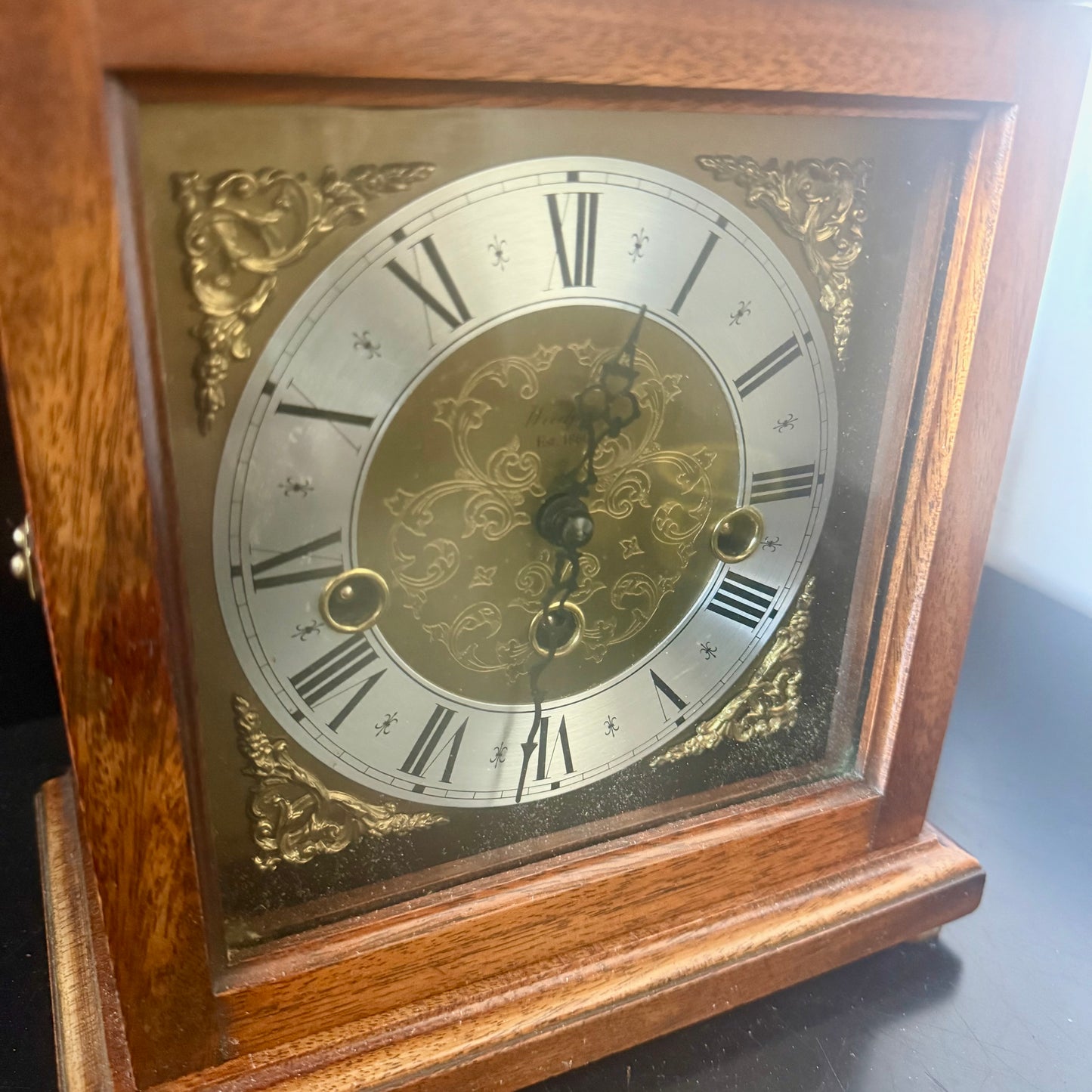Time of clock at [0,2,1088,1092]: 6:03
